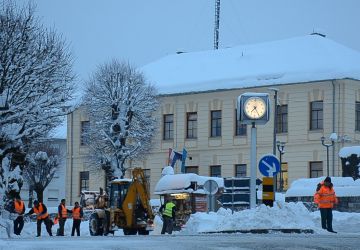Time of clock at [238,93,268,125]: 7:24
